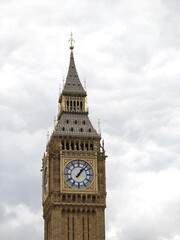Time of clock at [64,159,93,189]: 1:07
